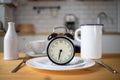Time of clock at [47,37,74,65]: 6:32
